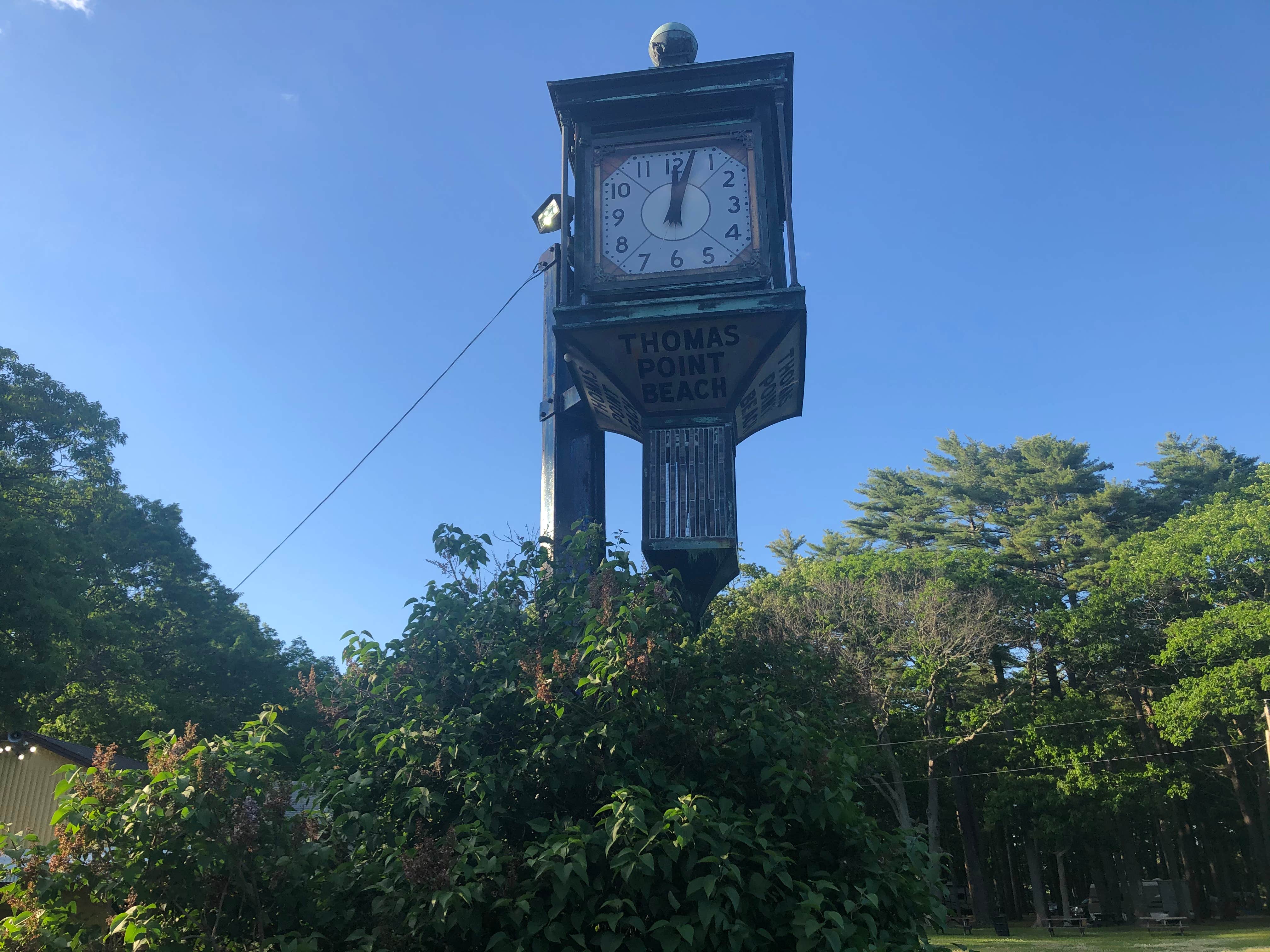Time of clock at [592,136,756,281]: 12:02
